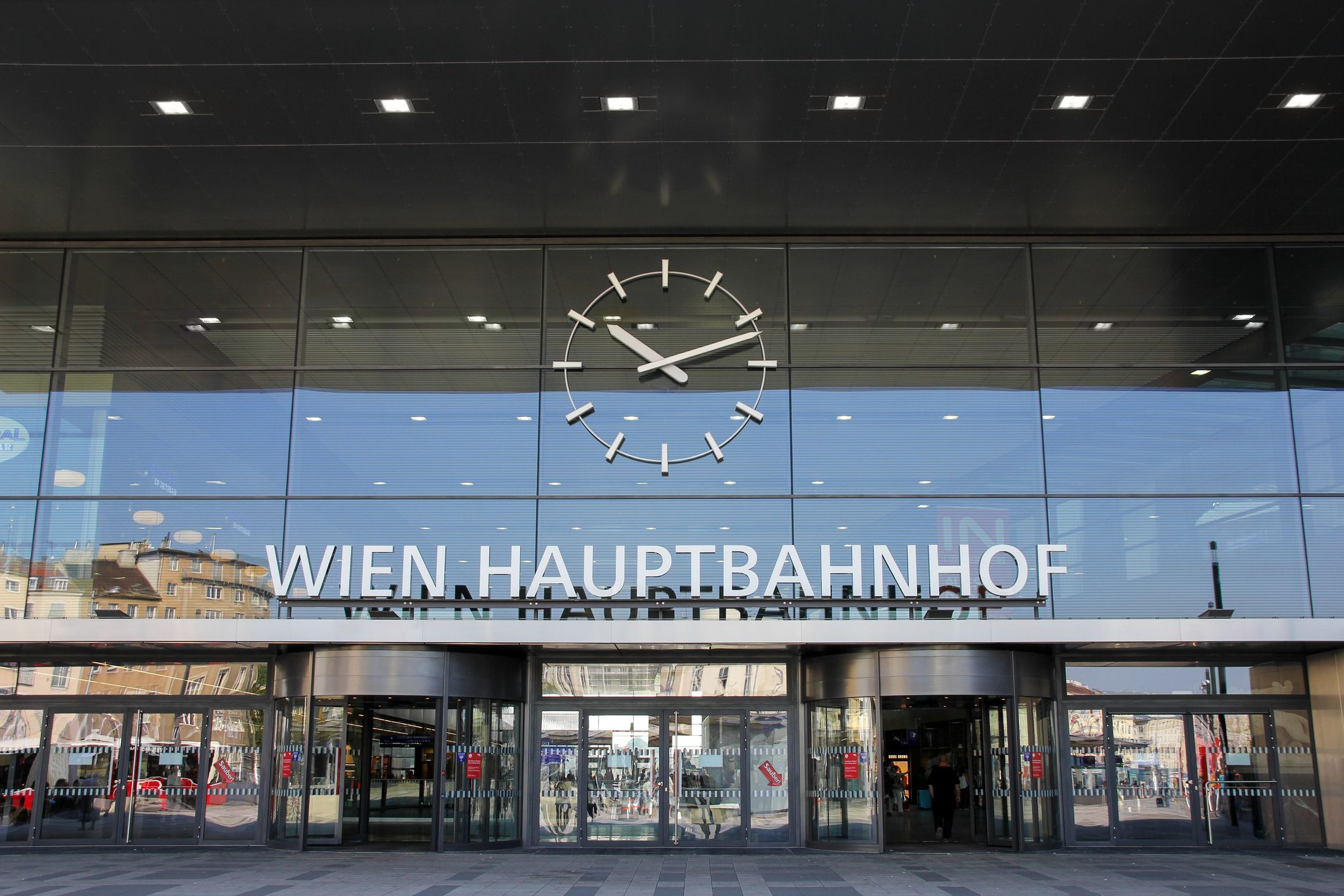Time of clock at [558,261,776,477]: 10:11
